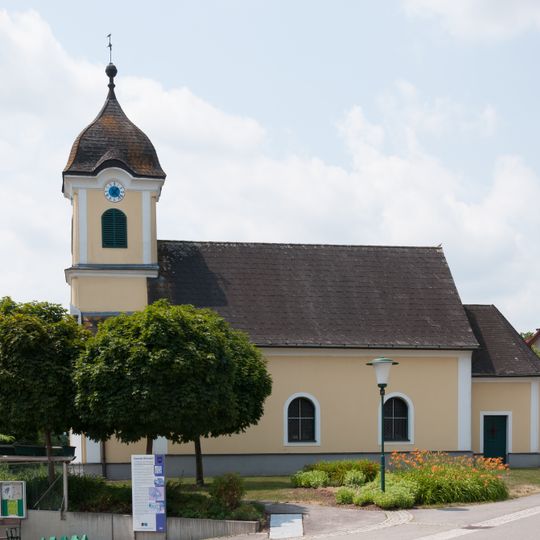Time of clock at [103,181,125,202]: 1:22
